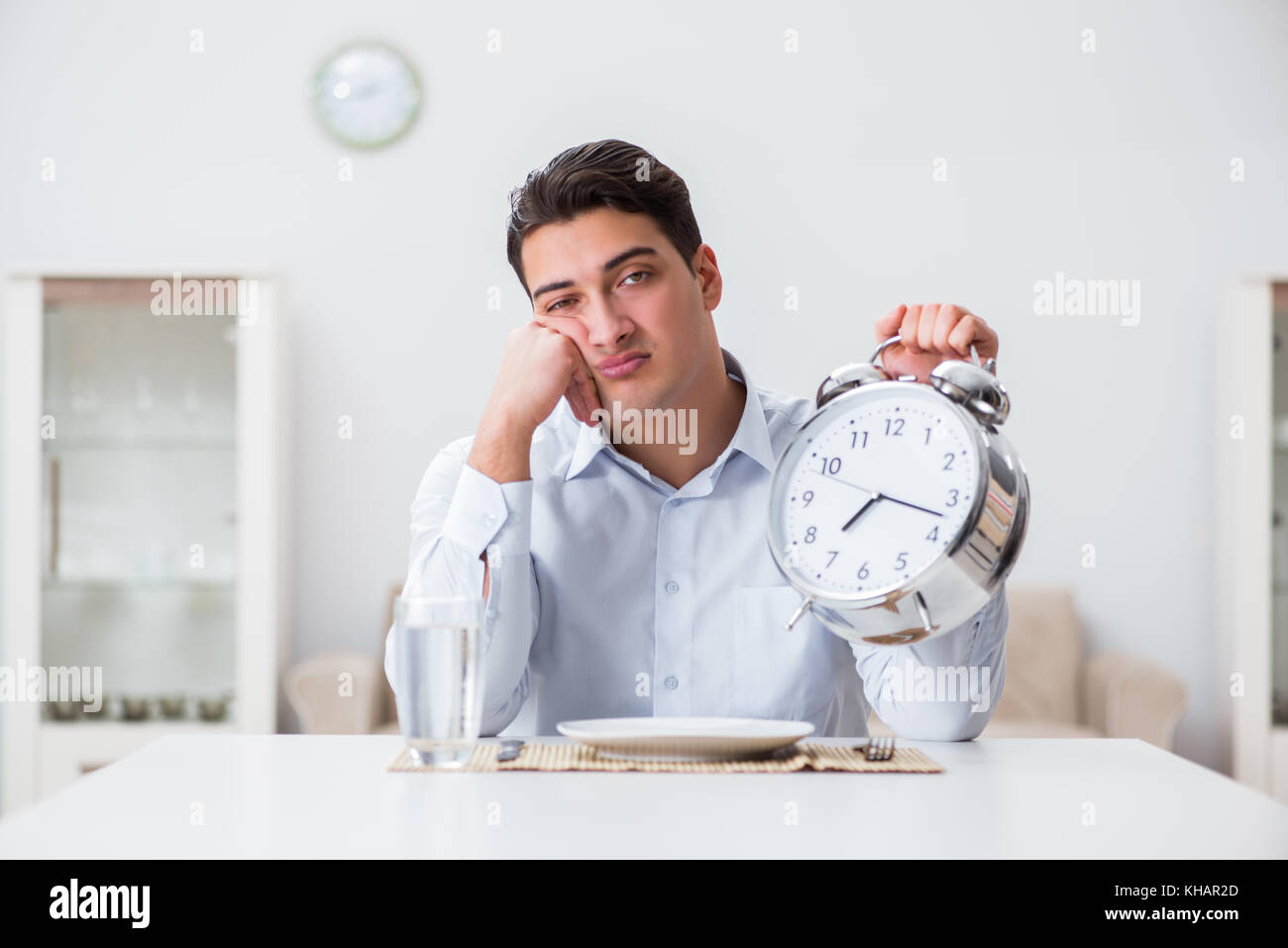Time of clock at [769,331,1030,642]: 7:17
